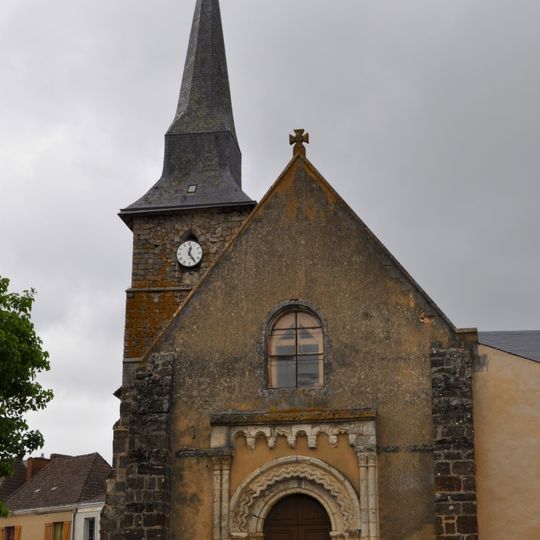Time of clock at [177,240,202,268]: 12:24
